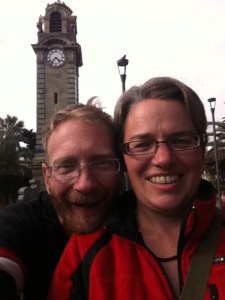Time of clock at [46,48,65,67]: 4:36
